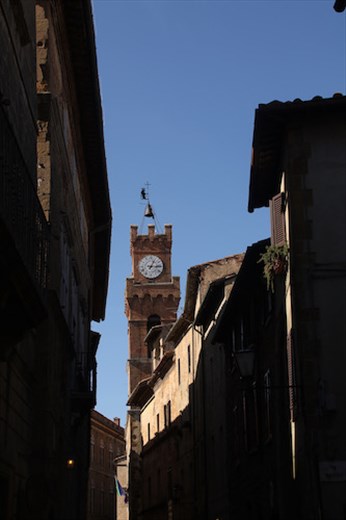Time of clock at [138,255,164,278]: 3:04
